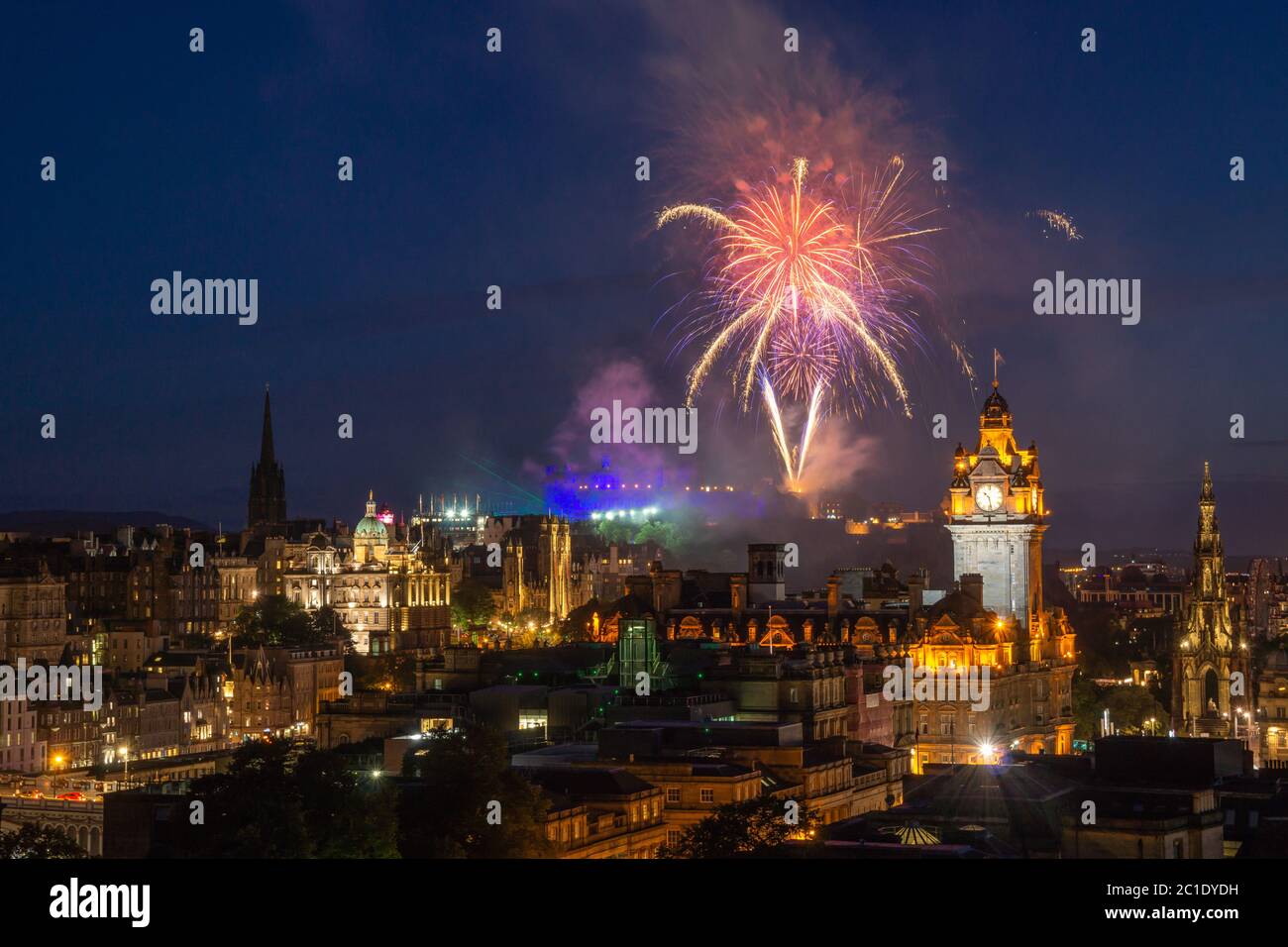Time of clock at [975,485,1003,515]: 10:28
